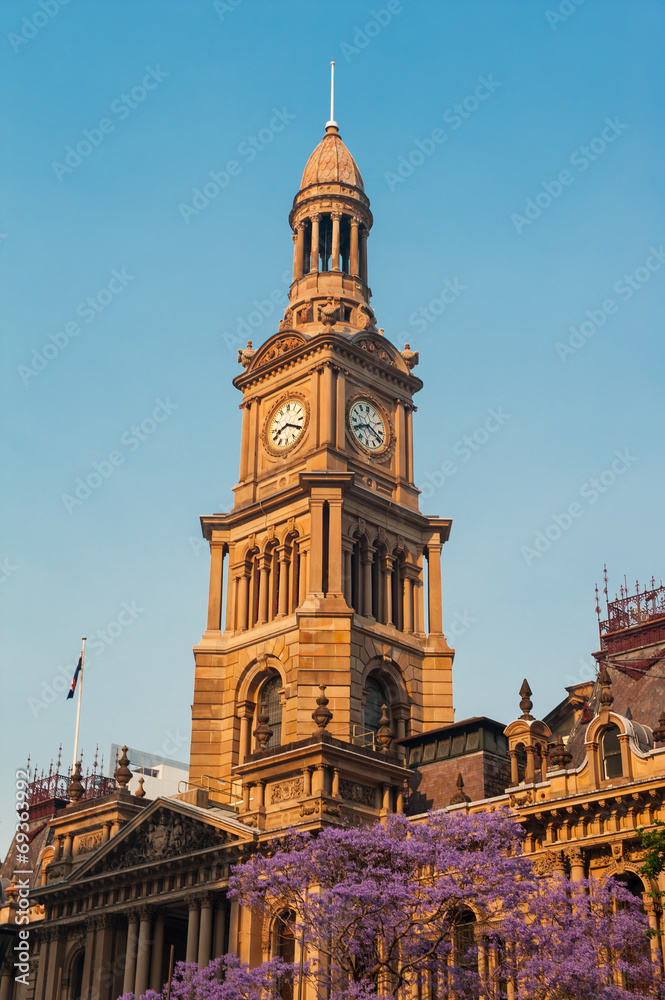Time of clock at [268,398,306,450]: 8:19
